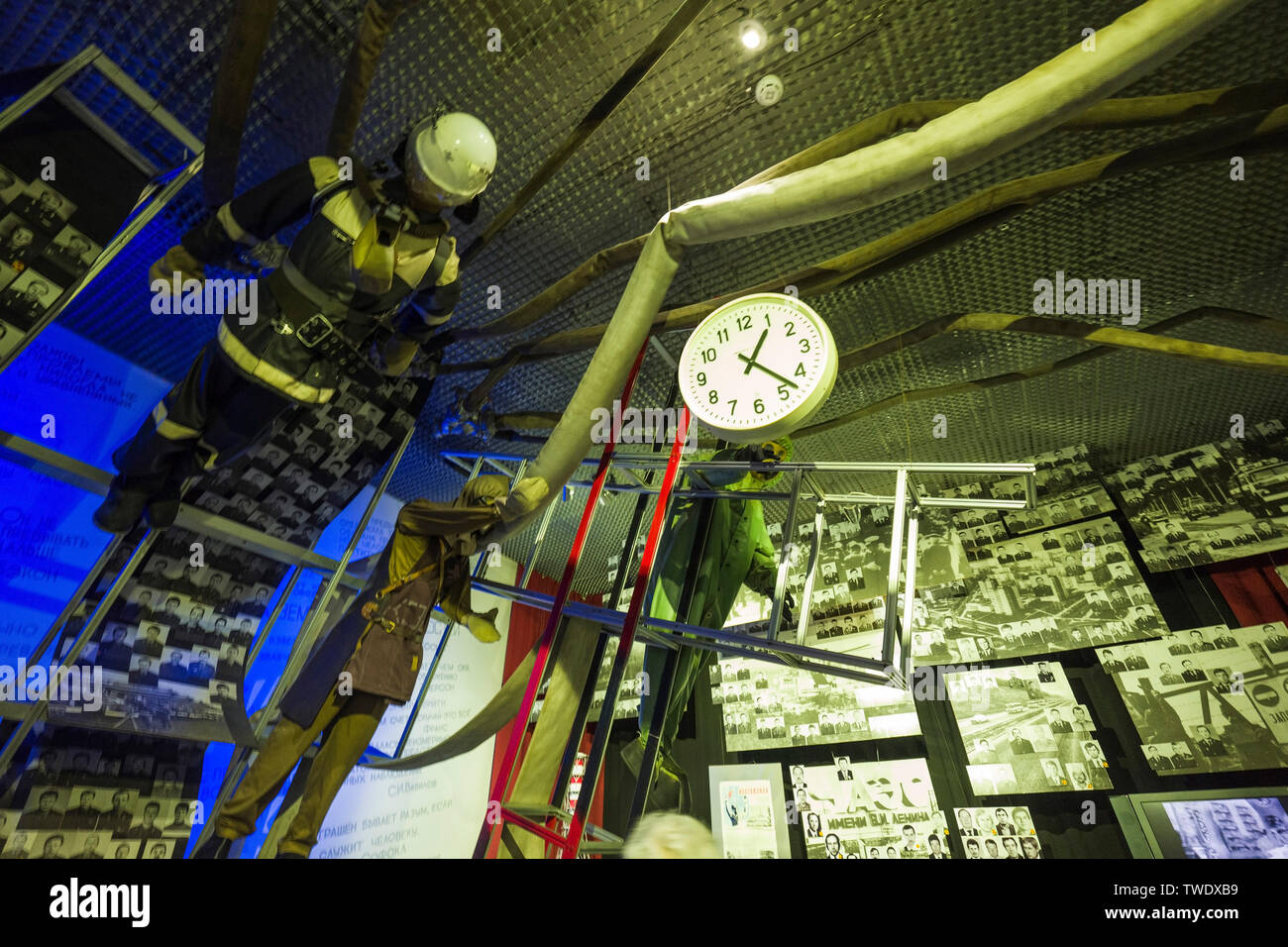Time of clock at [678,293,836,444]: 1:22
